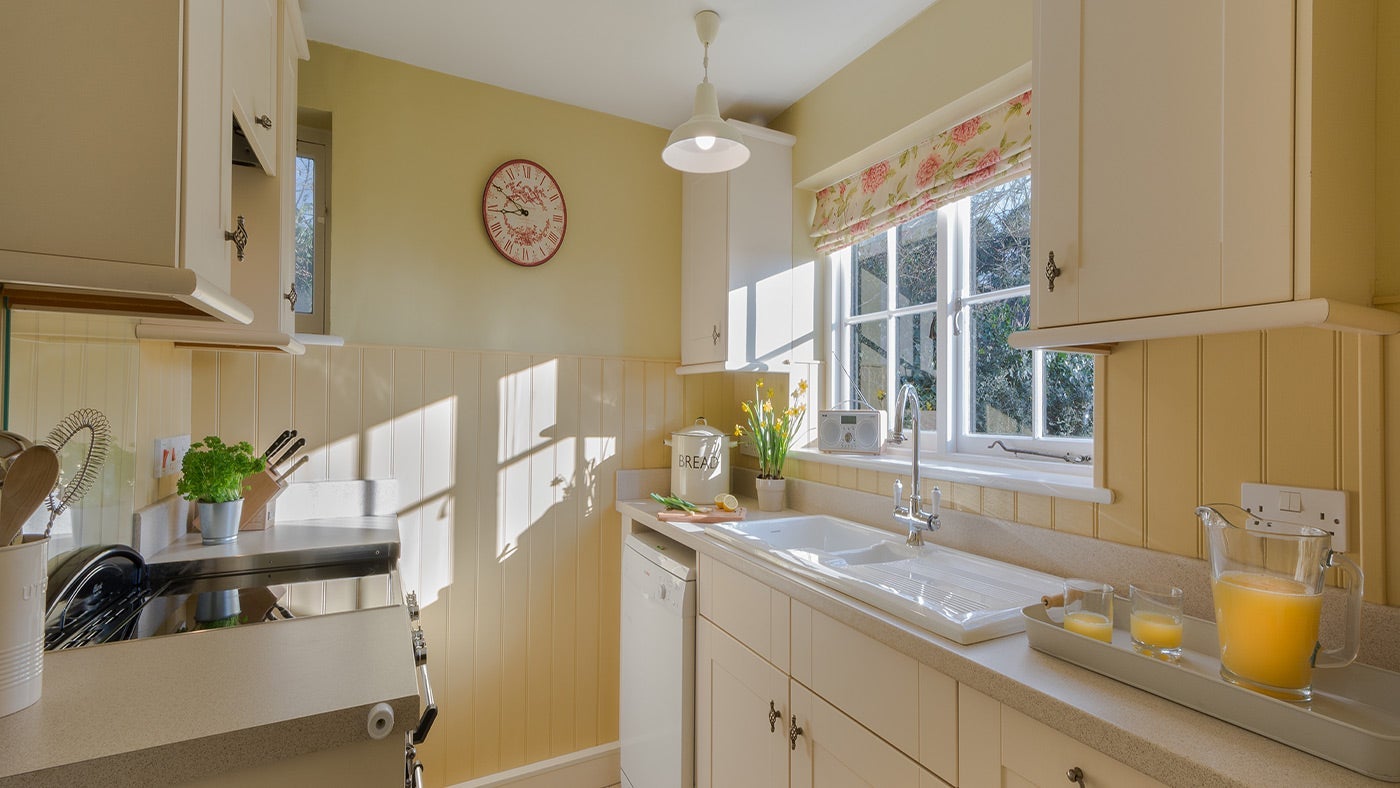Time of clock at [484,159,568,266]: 8:50
